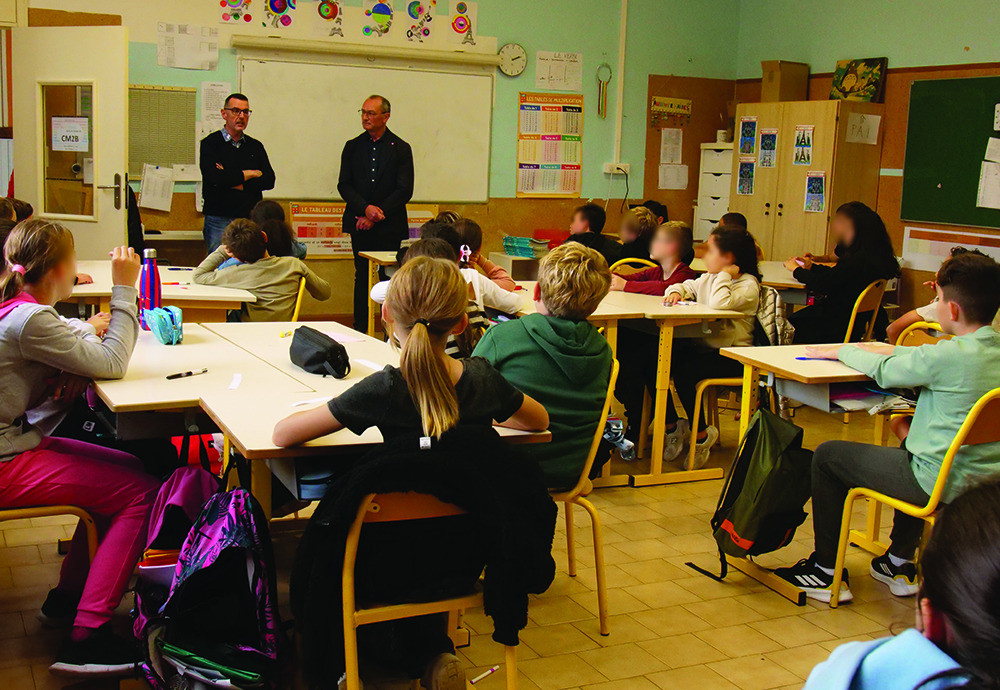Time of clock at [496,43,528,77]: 2:11
